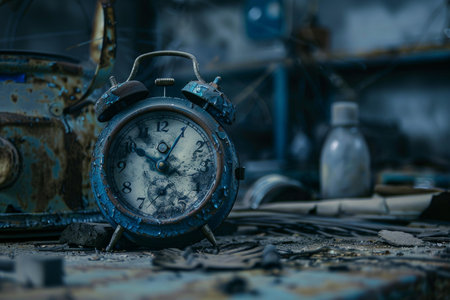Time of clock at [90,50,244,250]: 12:51
